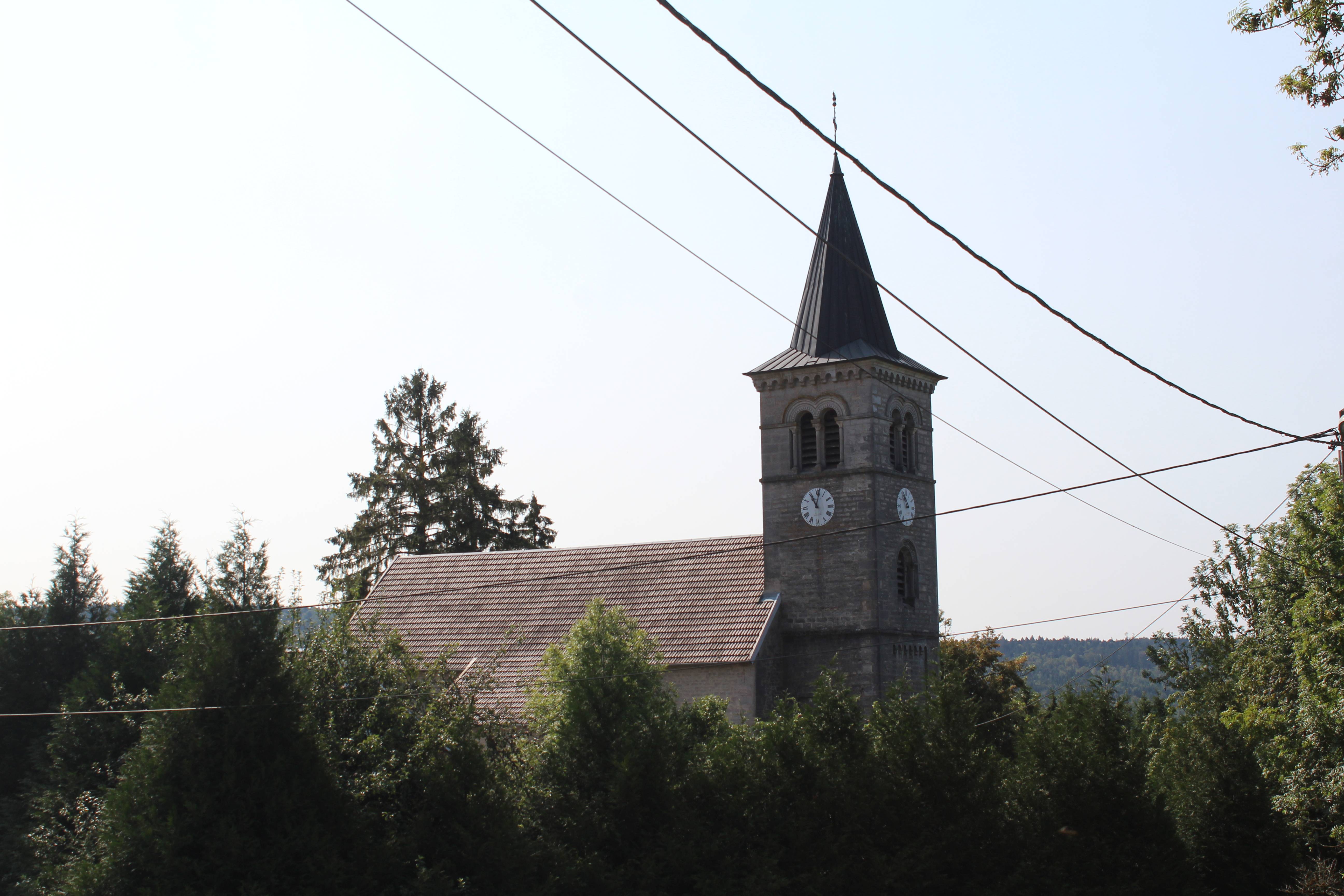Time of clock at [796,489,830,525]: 11:01
